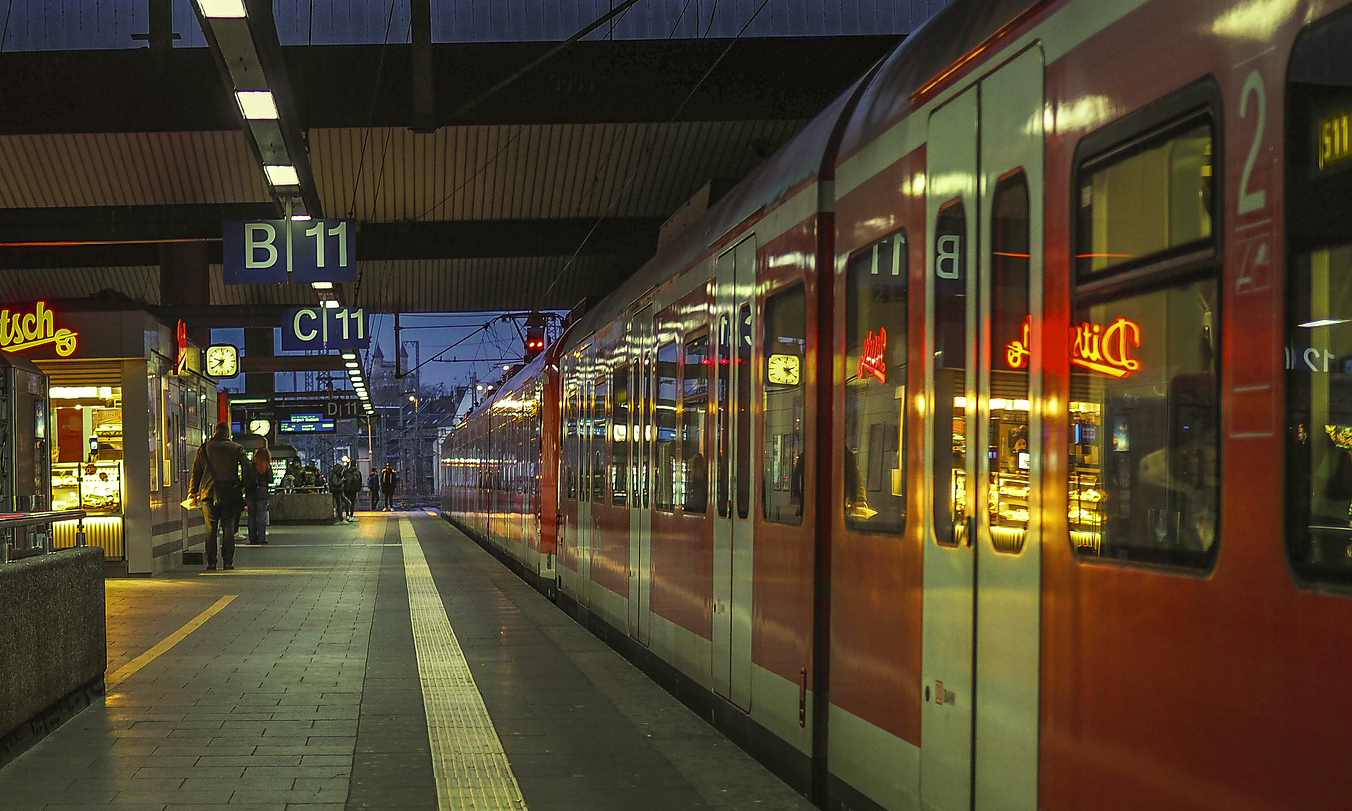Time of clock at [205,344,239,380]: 9:39
